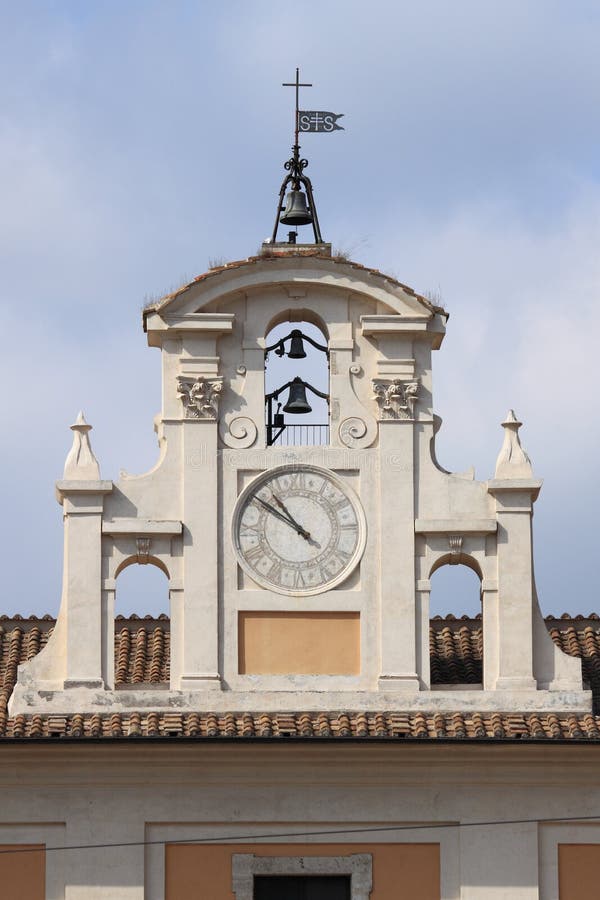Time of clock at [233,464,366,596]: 10:51
